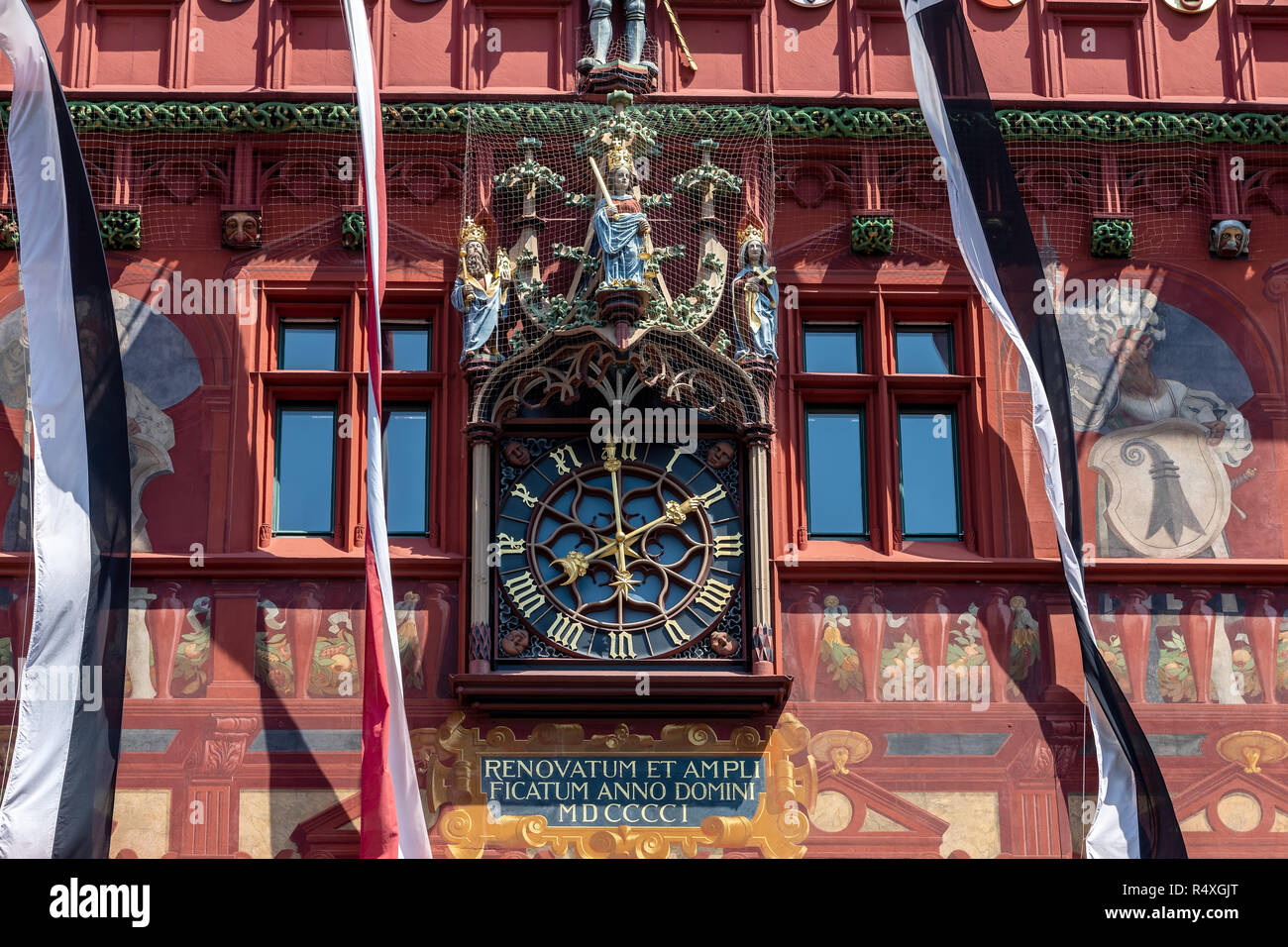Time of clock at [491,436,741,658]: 8:09
